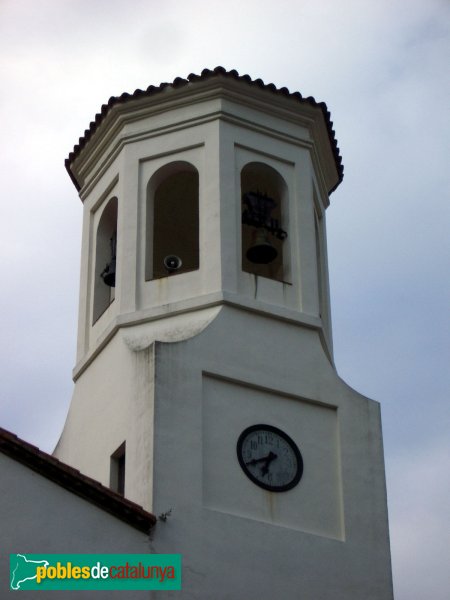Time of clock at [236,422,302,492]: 6:40
